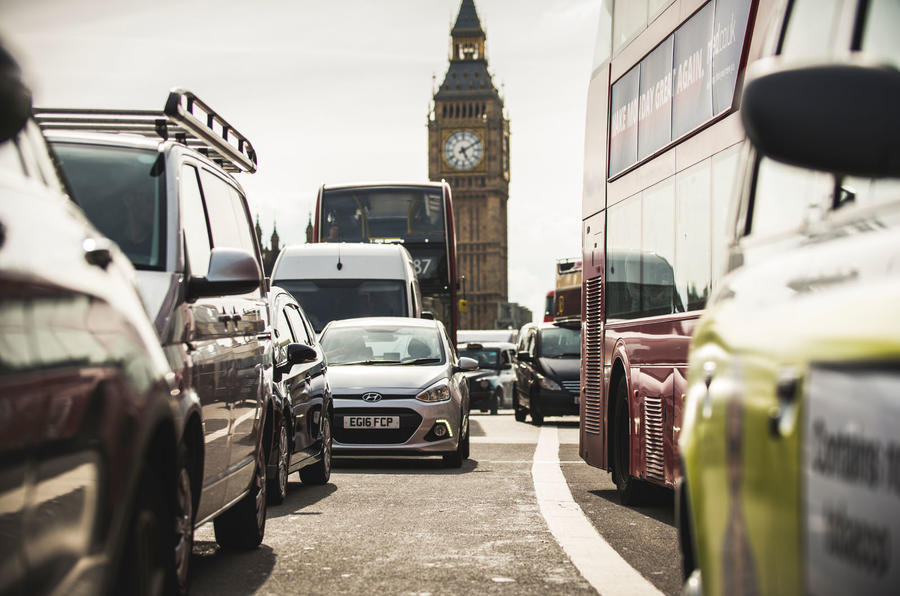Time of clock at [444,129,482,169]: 5:09
